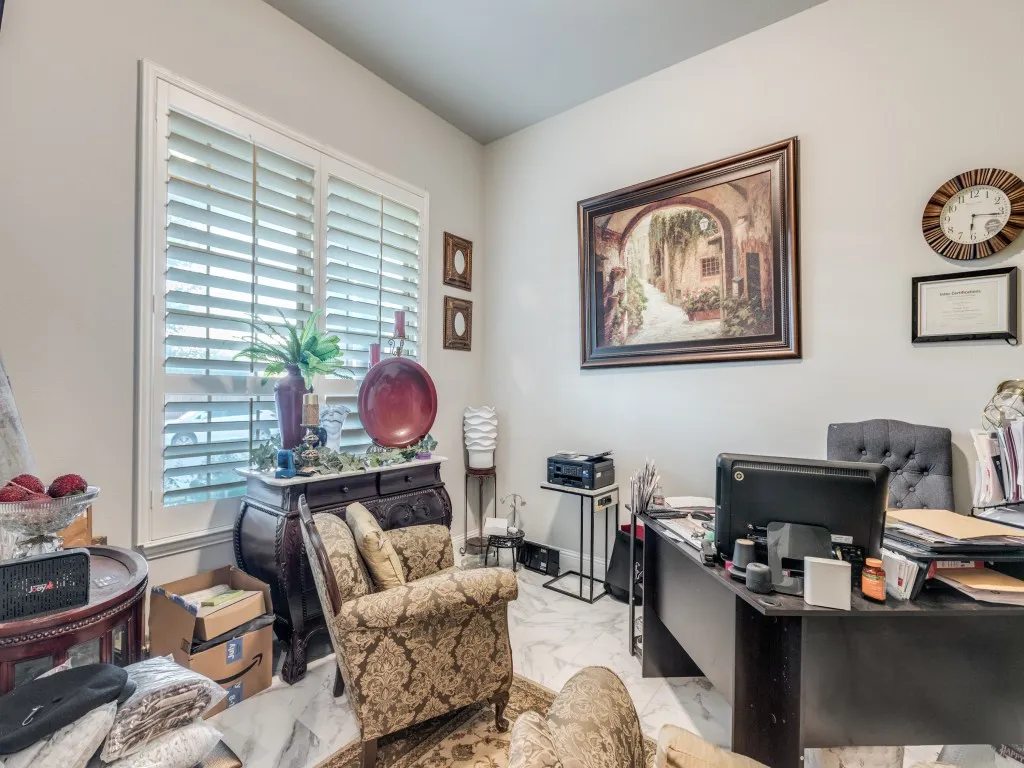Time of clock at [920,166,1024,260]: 6:15
